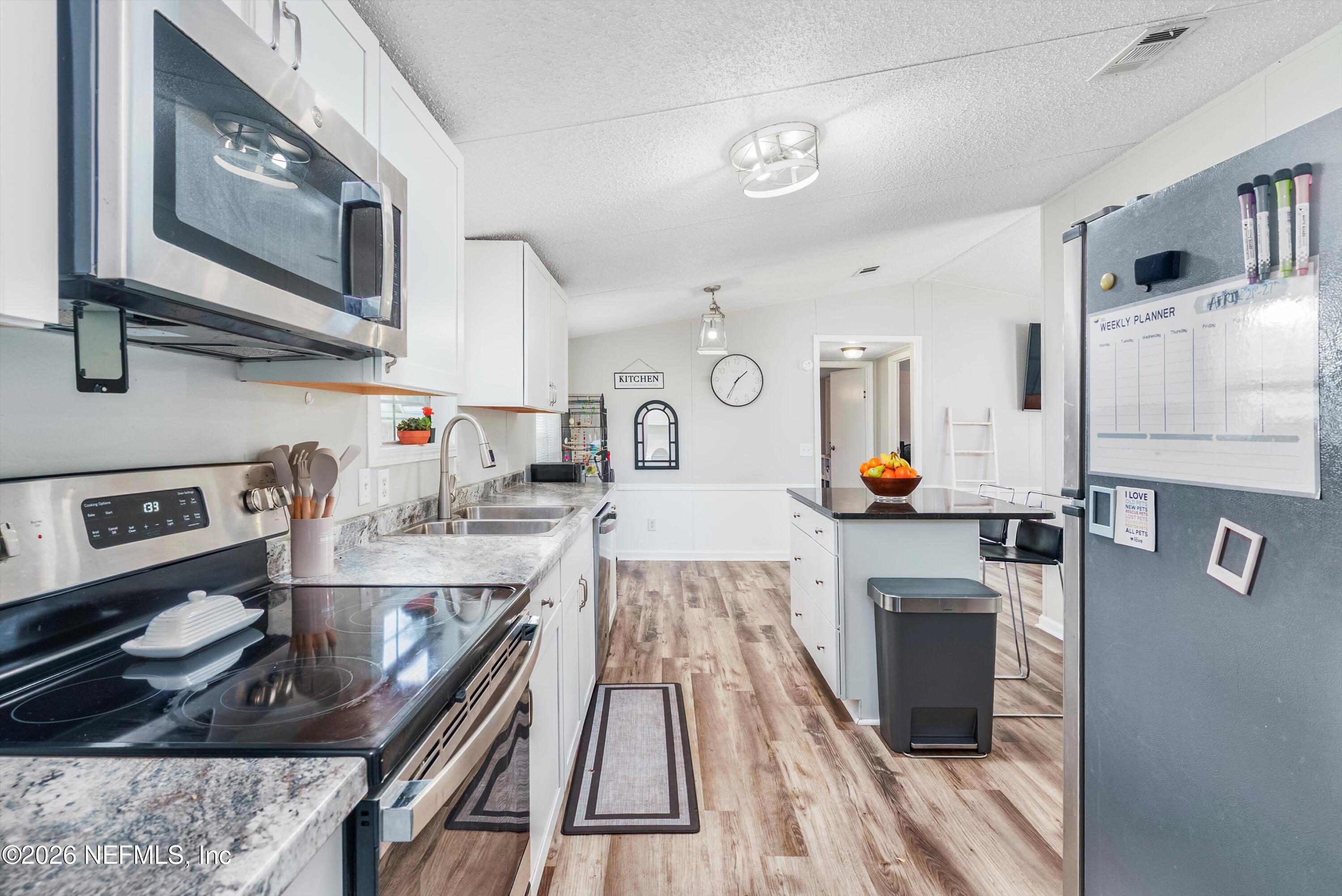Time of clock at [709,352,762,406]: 1:34
